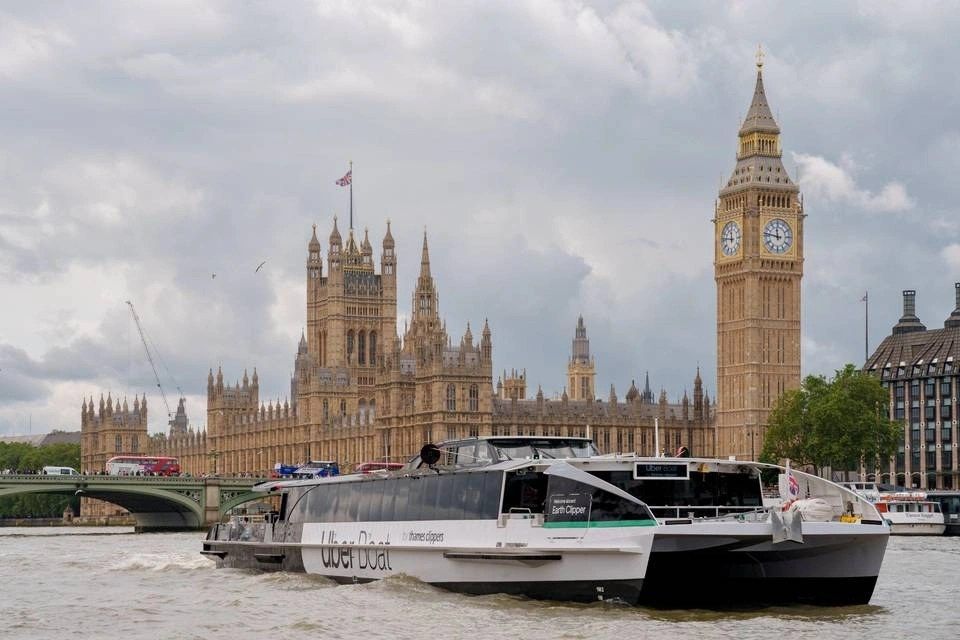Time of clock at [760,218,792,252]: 11:46
